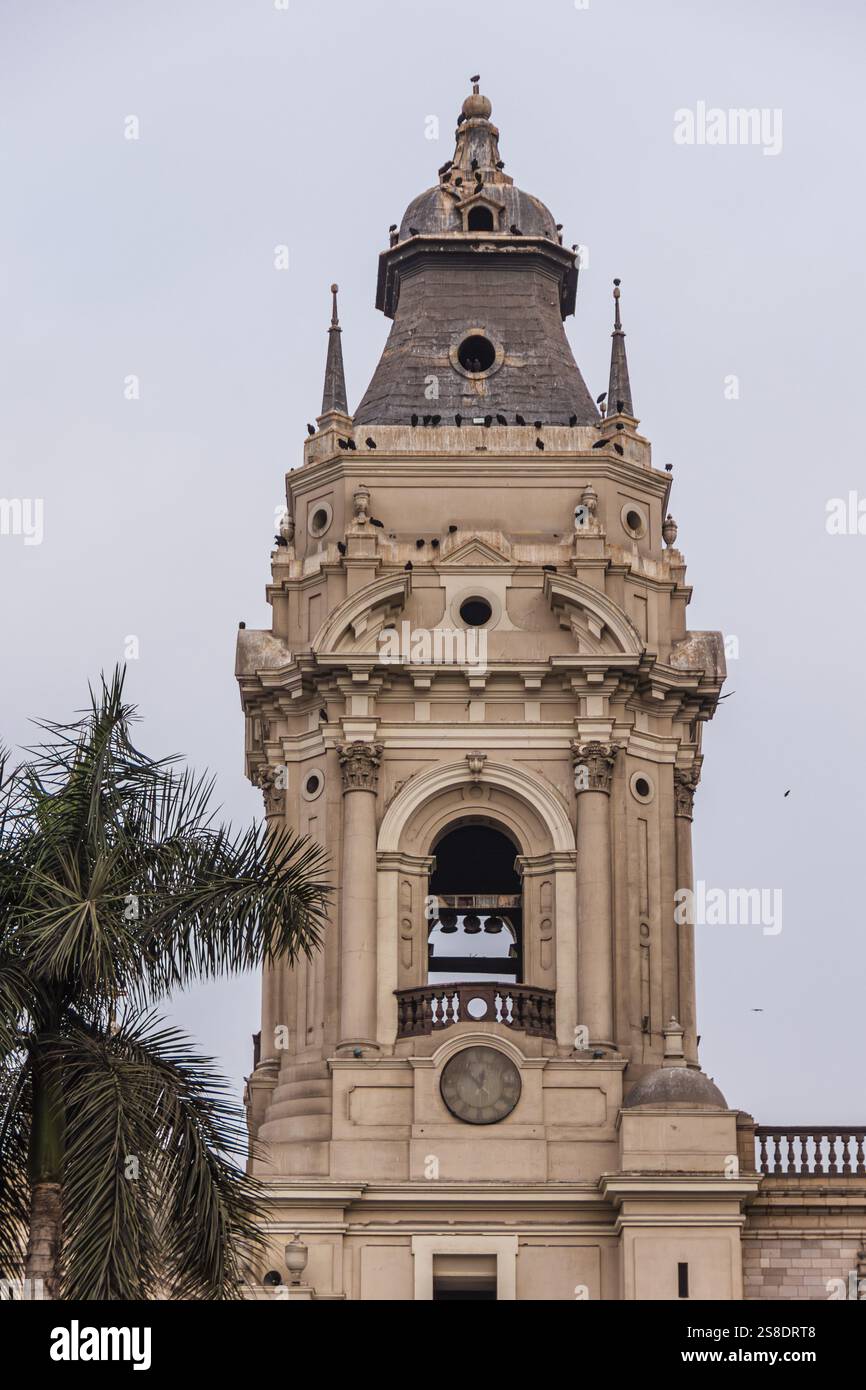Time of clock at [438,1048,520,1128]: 12:53
